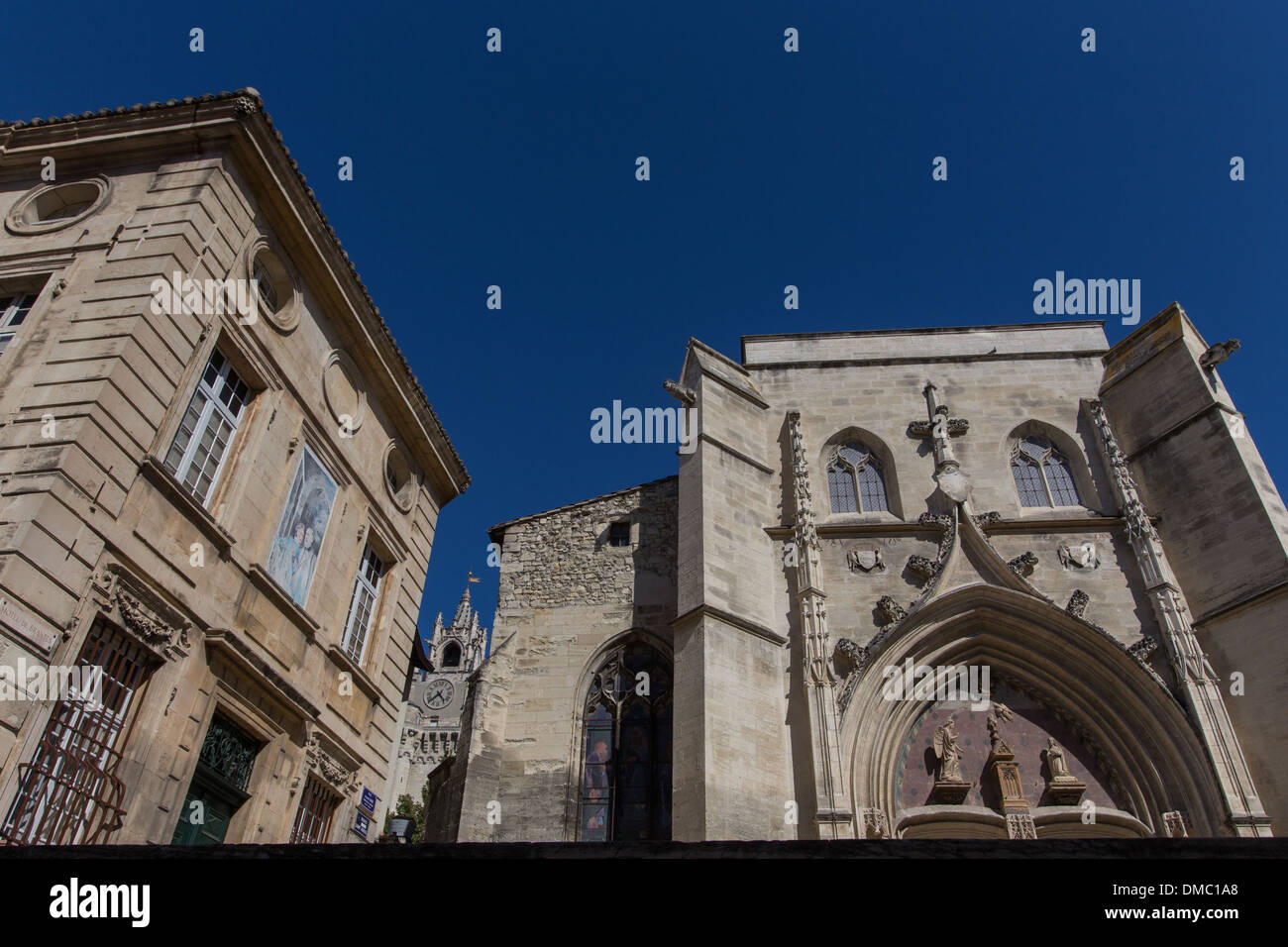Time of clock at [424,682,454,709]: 4:37
